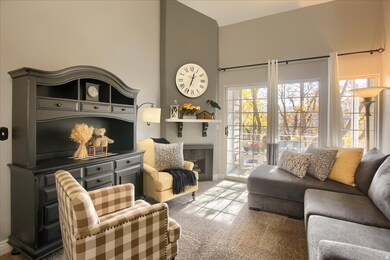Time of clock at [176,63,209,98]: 12:33
